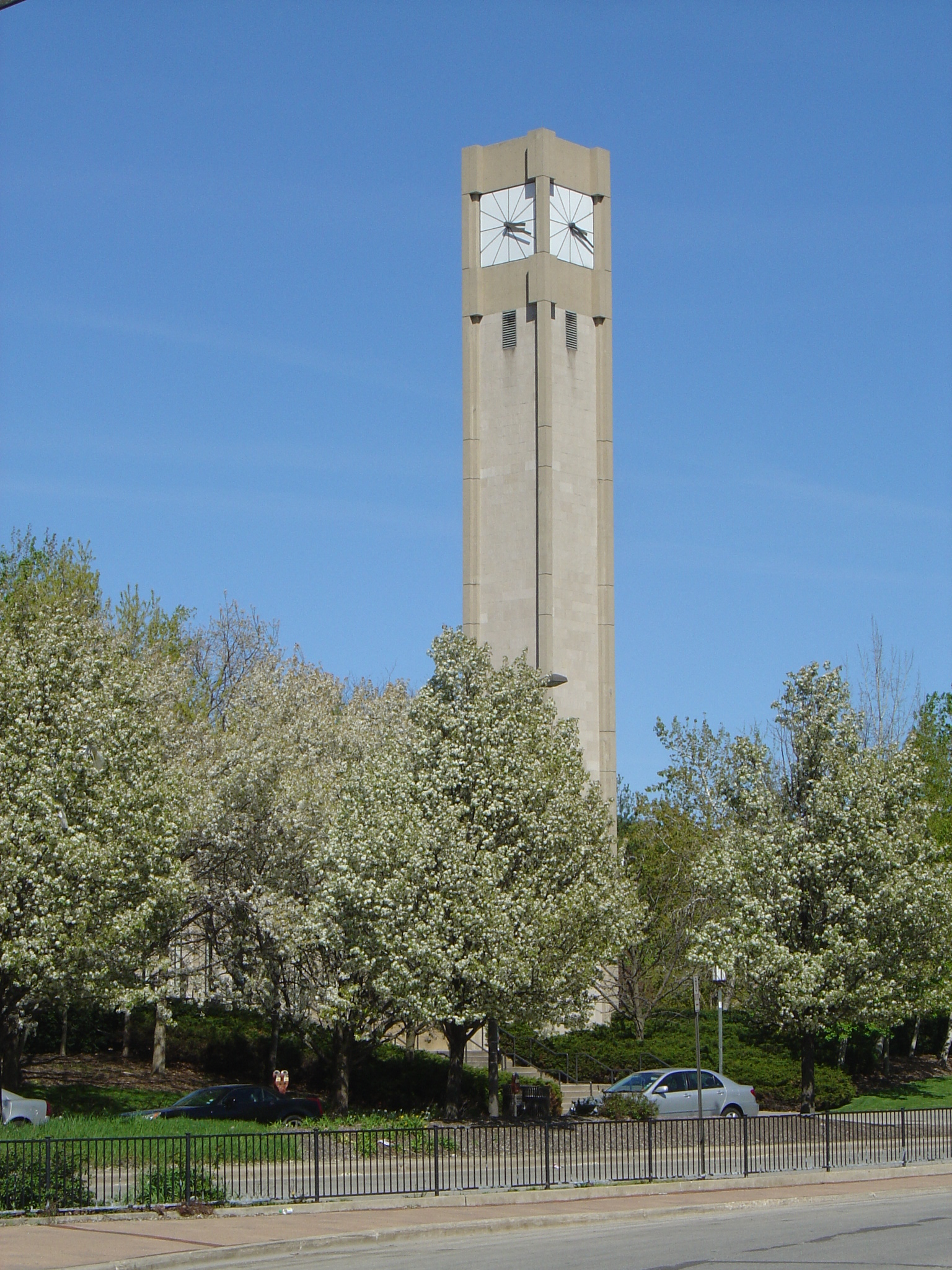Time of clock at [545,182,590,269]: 3:18
